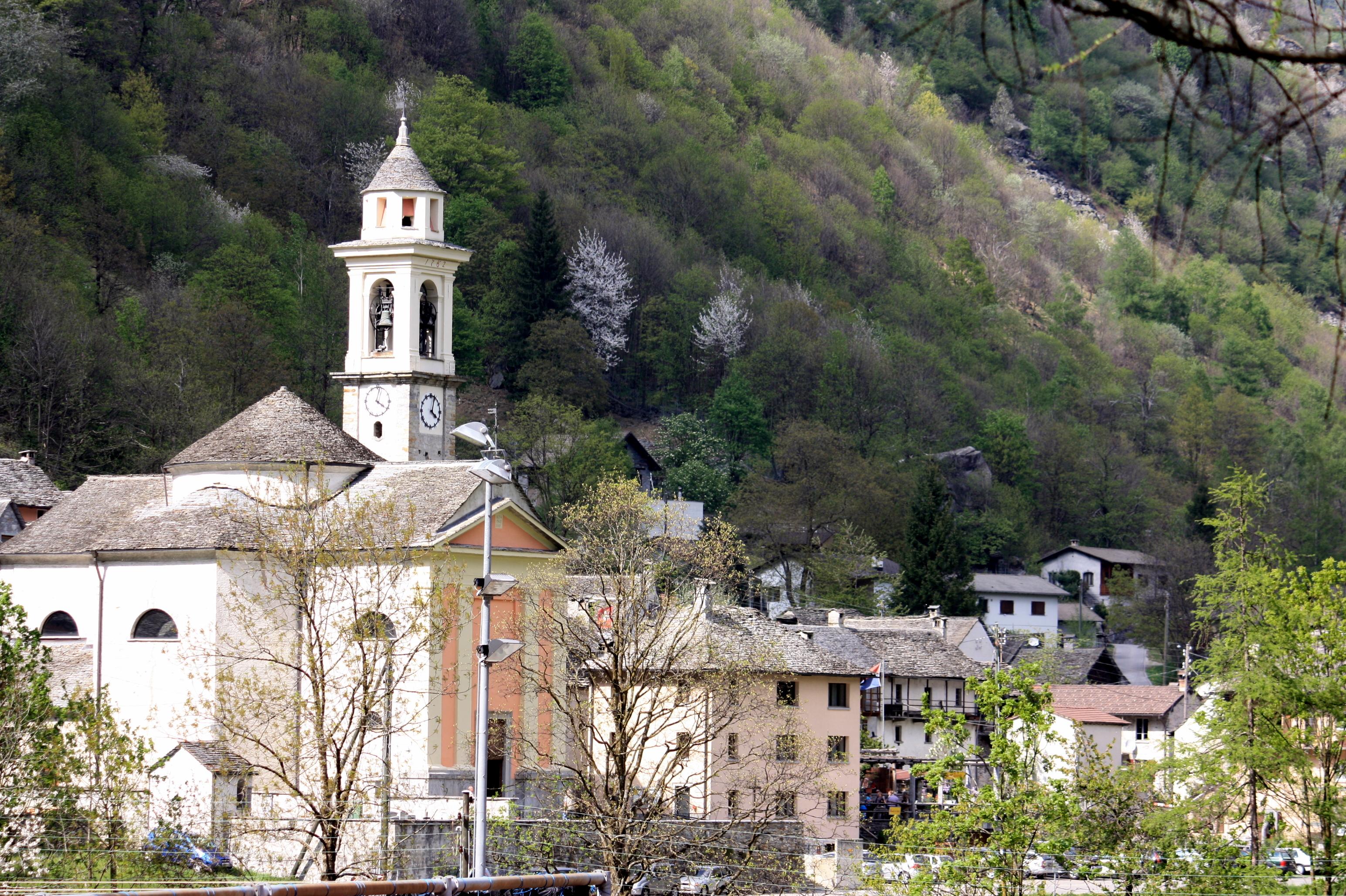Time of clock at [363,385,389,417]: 4:02
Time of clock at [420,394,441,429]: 4:02
